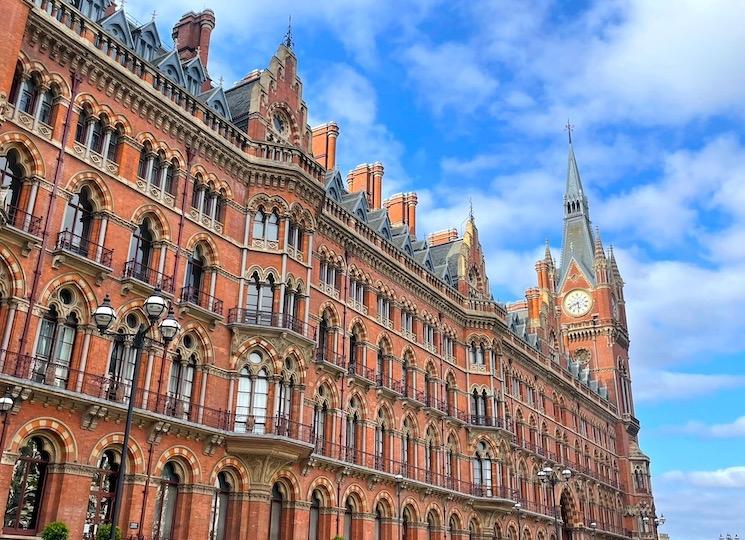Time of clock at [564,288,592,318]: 5:40
